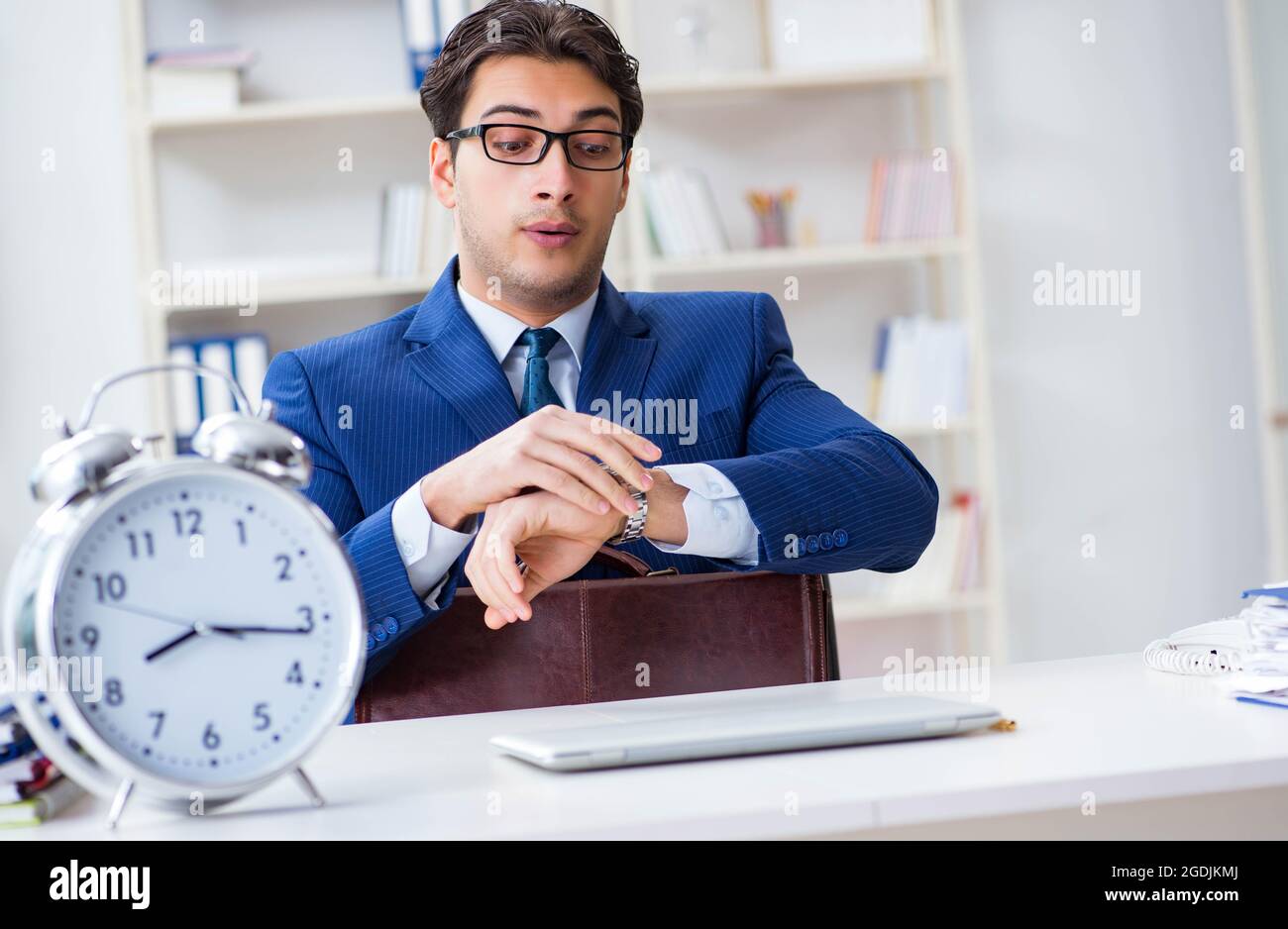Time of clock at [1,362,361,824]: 8:16
